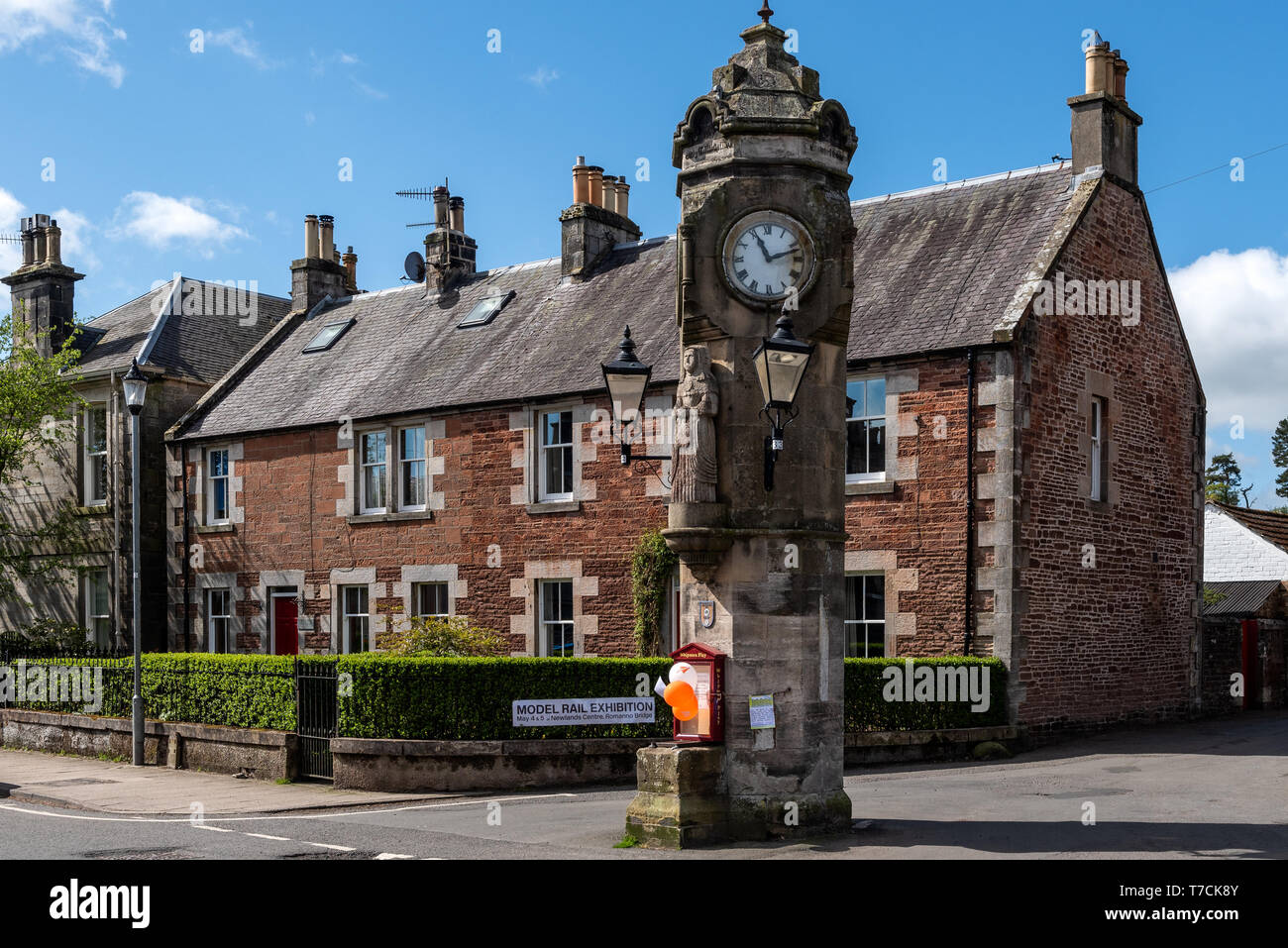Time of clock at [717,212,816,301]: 11:12
